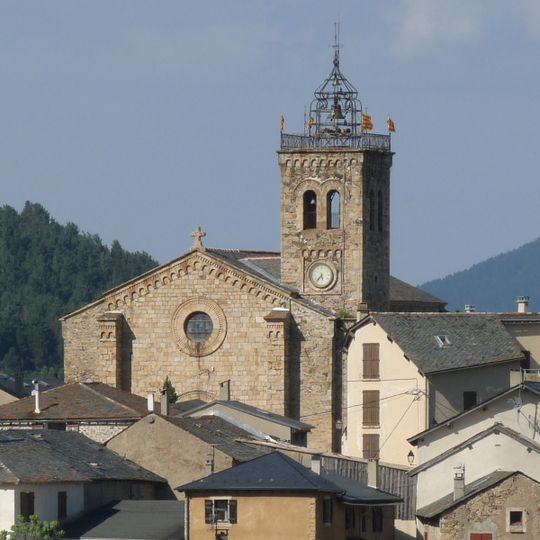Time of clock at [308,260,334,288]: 5:36
